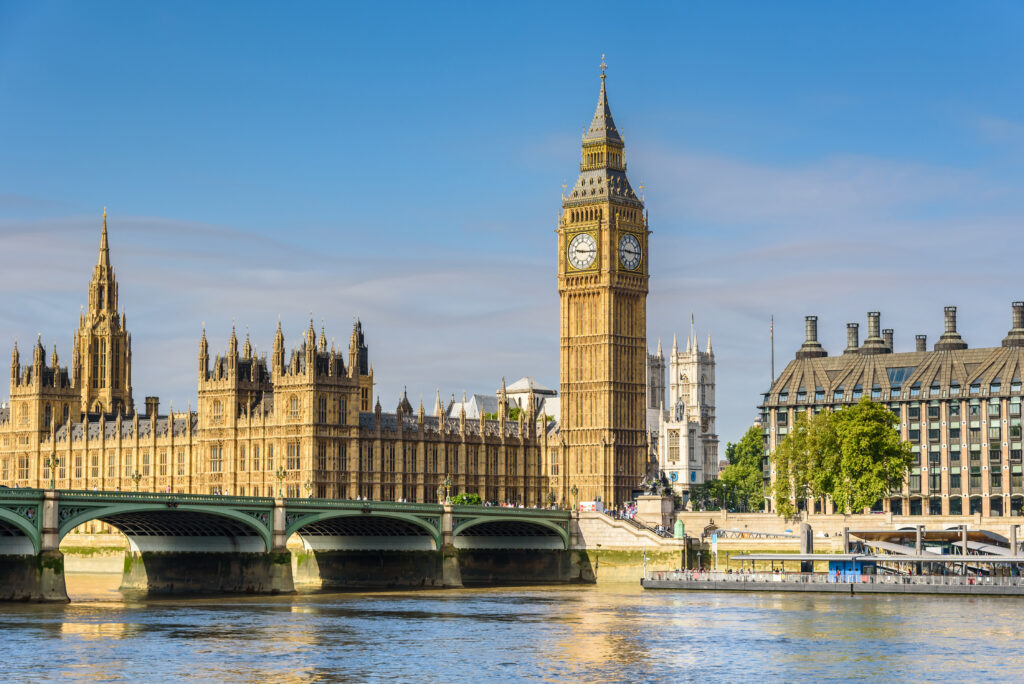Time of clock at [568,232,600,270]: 9:15
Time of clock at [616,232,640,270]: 9:15
